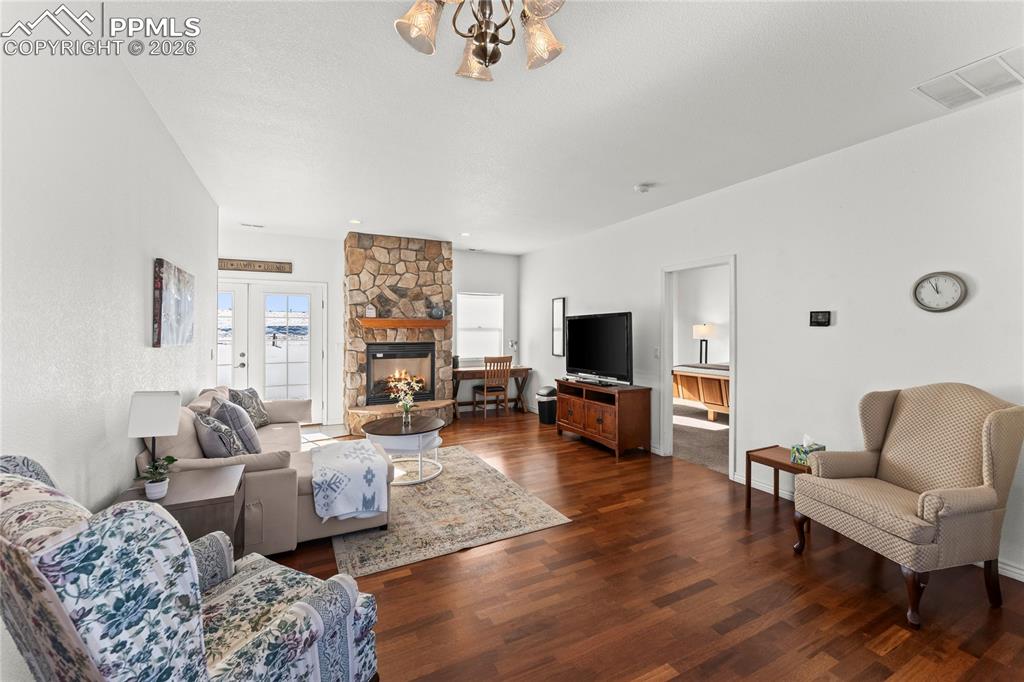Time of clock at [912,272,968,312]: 11:55
